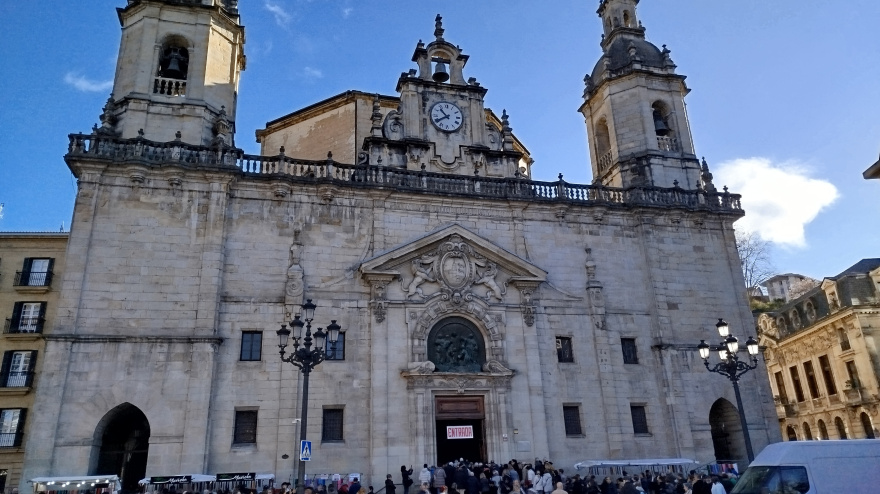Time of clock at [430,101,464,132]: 10:39
